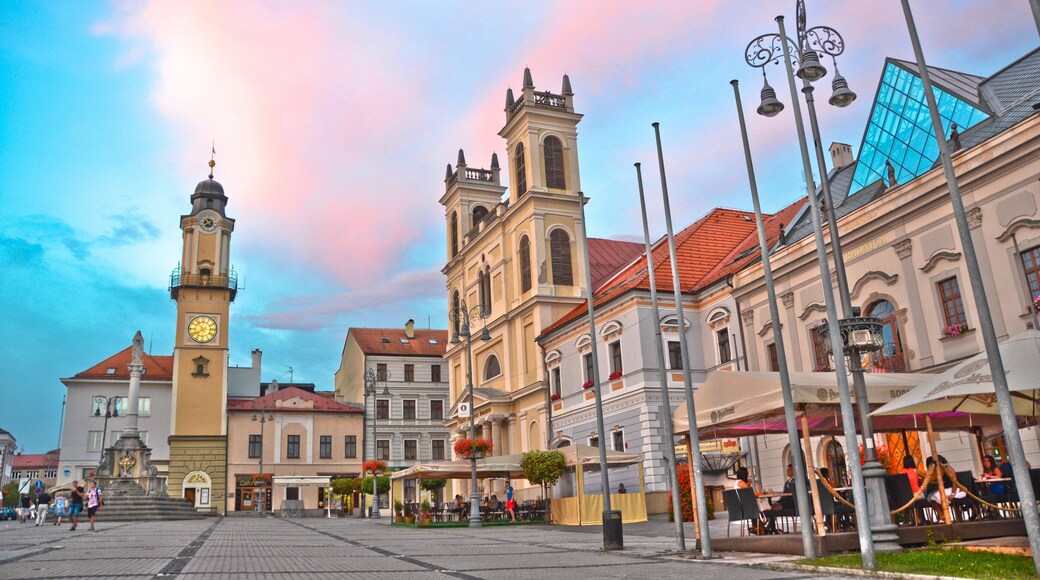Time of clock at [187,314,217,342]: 7:53
